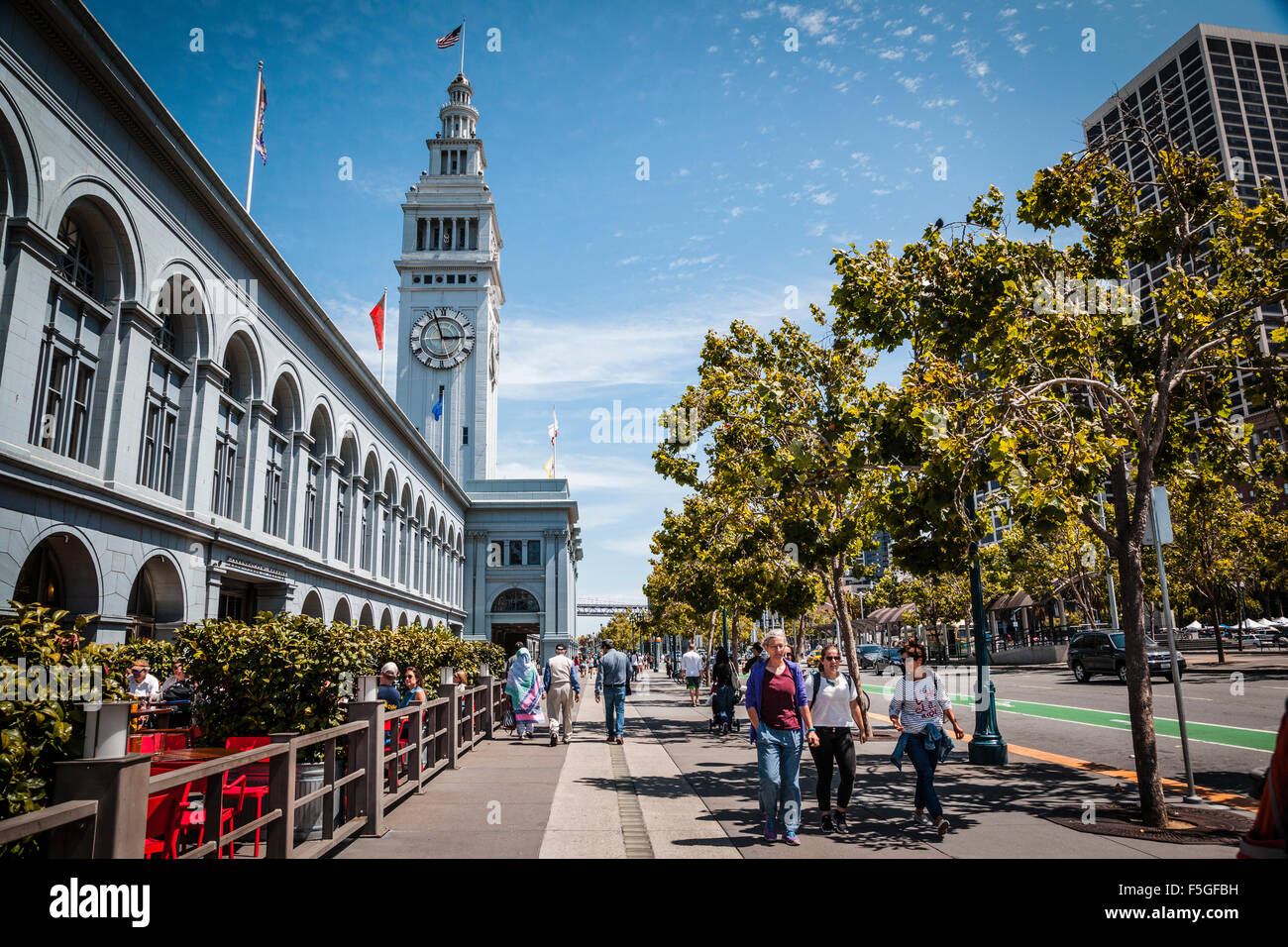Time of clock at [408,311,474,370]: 2:56
